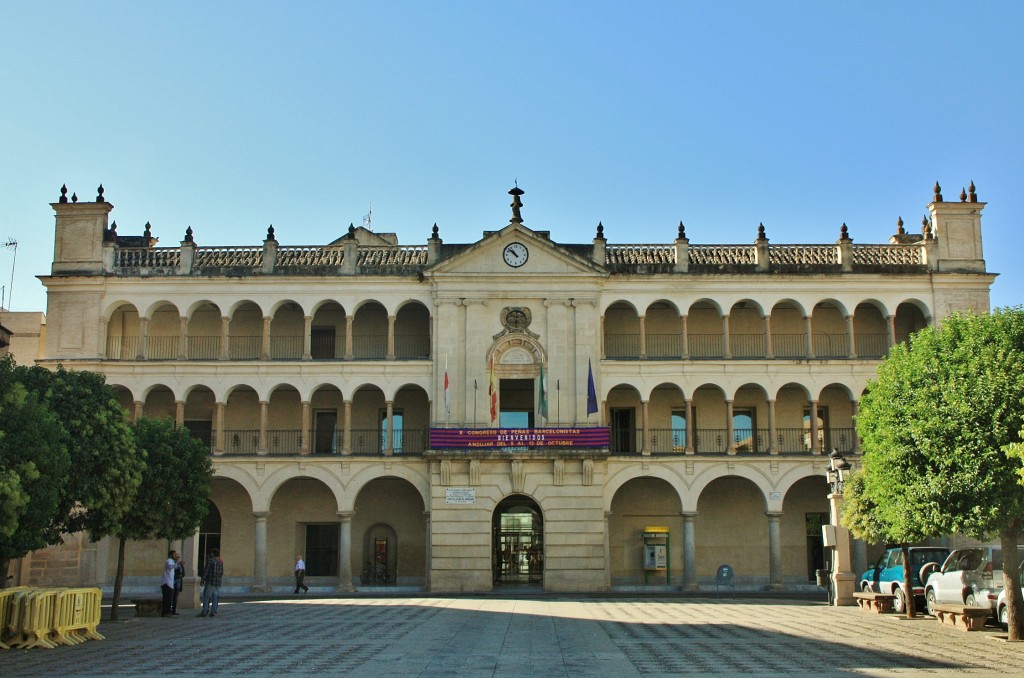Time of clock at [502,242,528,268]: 10:52
